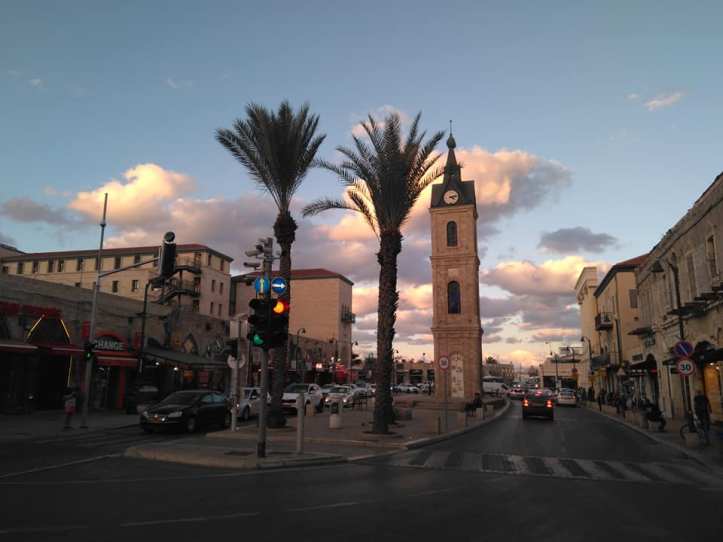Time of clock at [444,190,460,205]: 4:12
